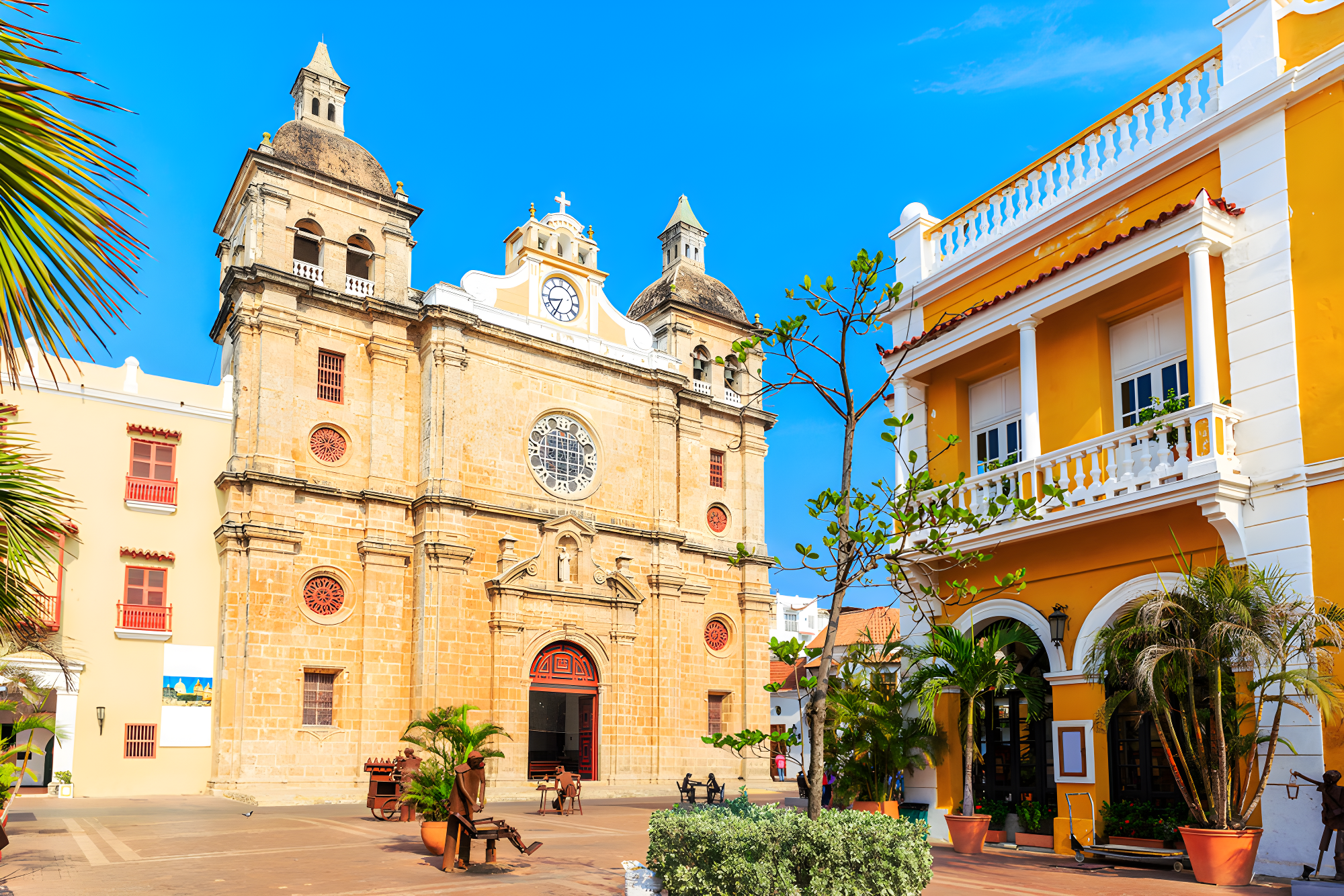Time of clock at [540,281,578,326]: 8:34
